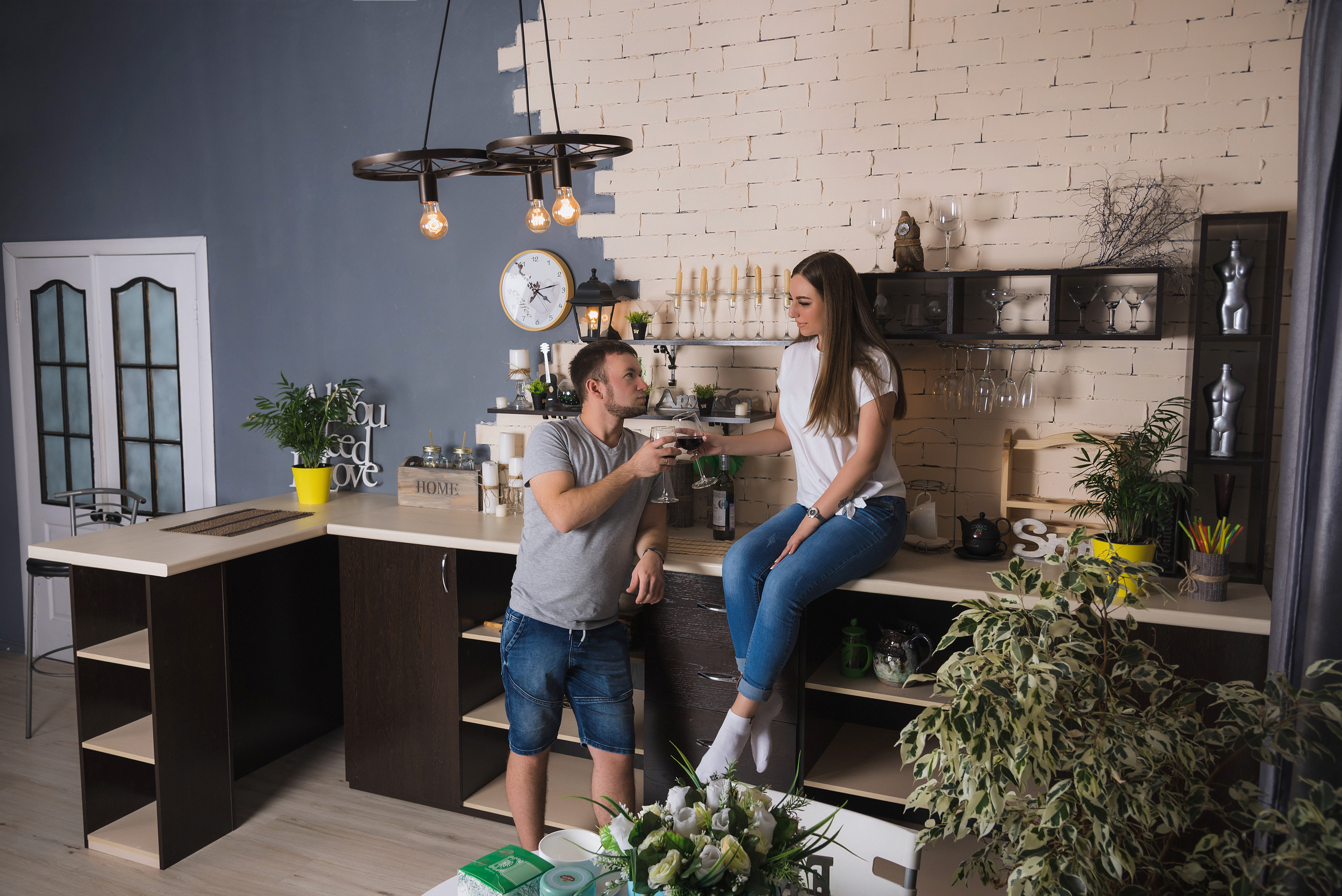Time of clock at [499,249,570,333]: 4:12
